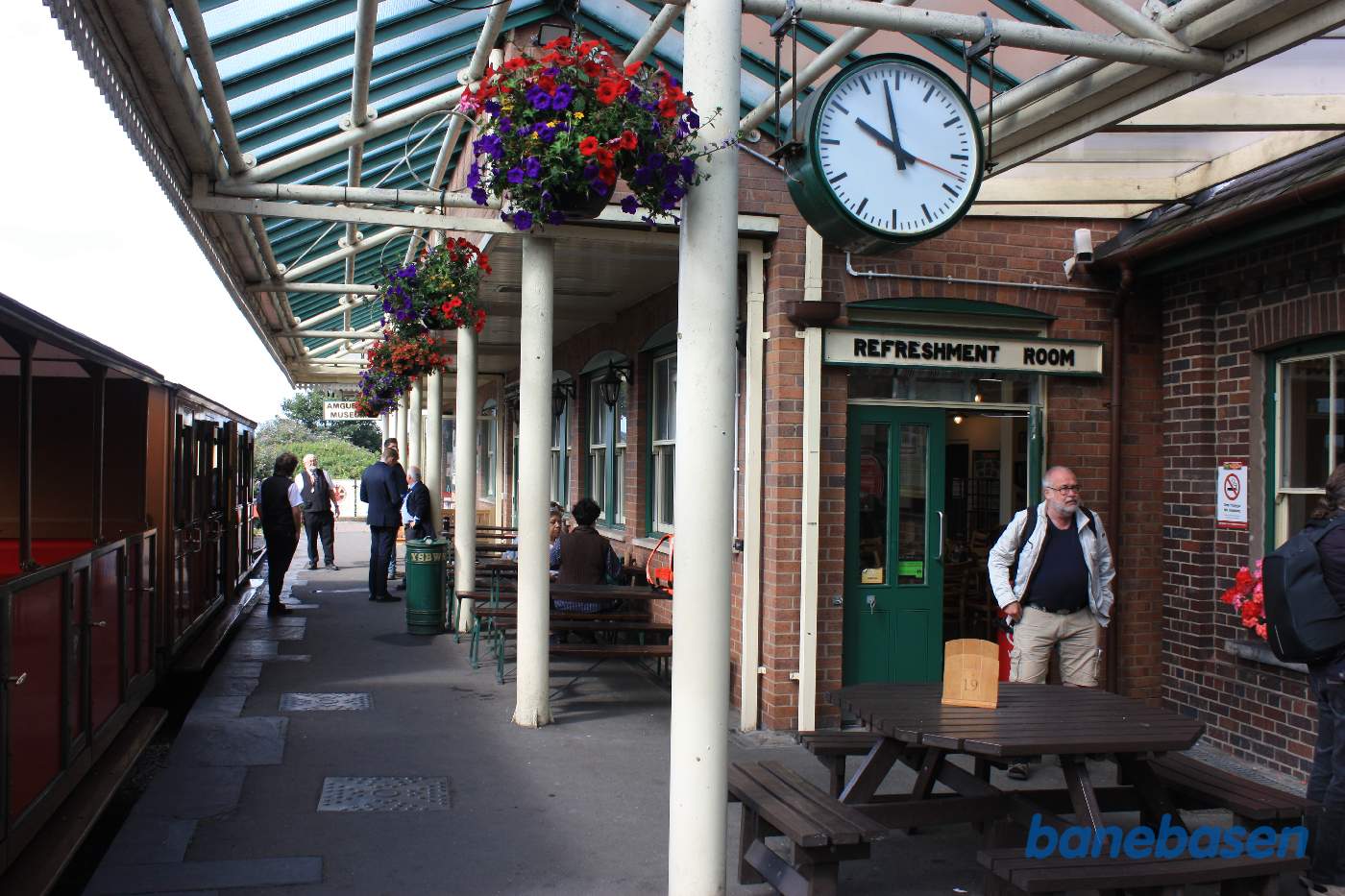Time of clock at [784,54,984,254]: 9:57
